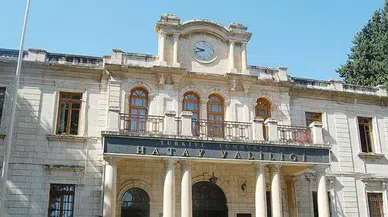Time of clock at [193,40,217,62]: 9:42
